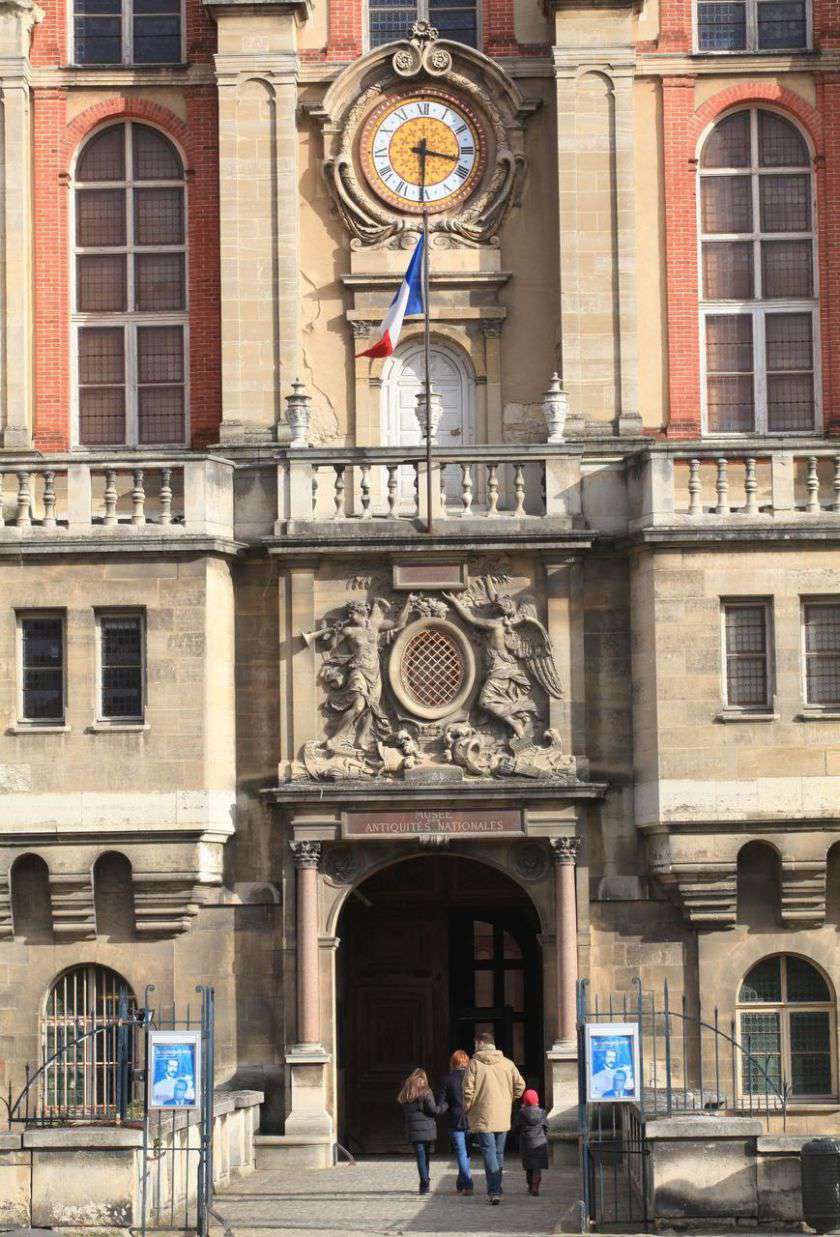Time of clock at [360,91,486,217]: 3:30
